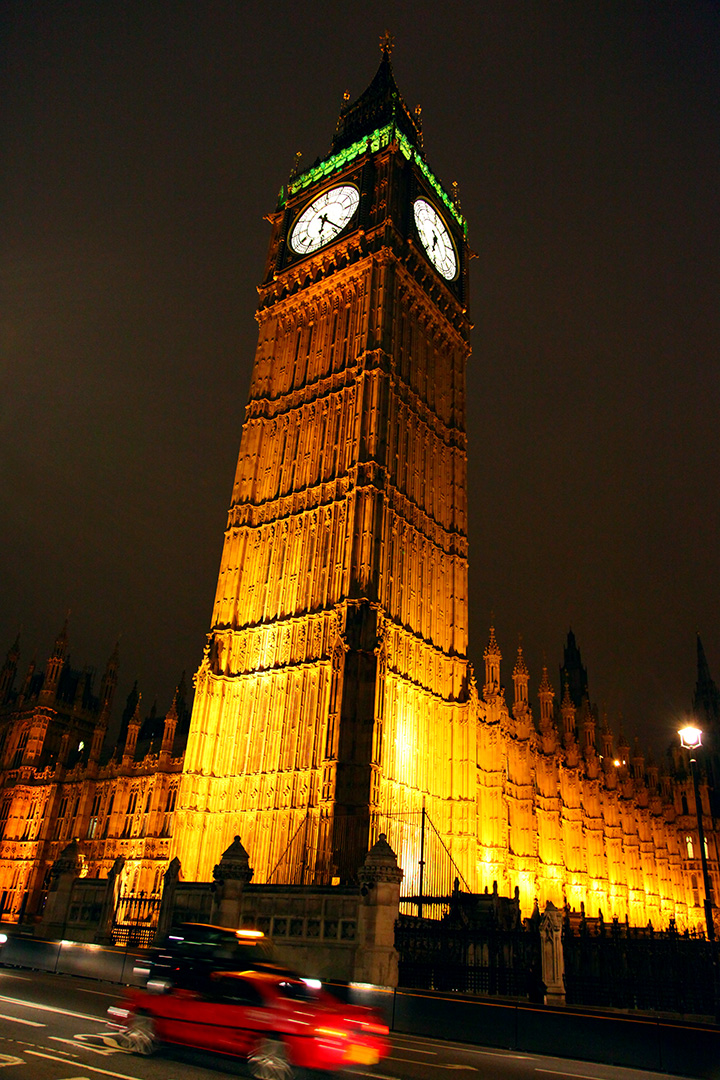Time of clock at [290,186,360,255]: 6:23
